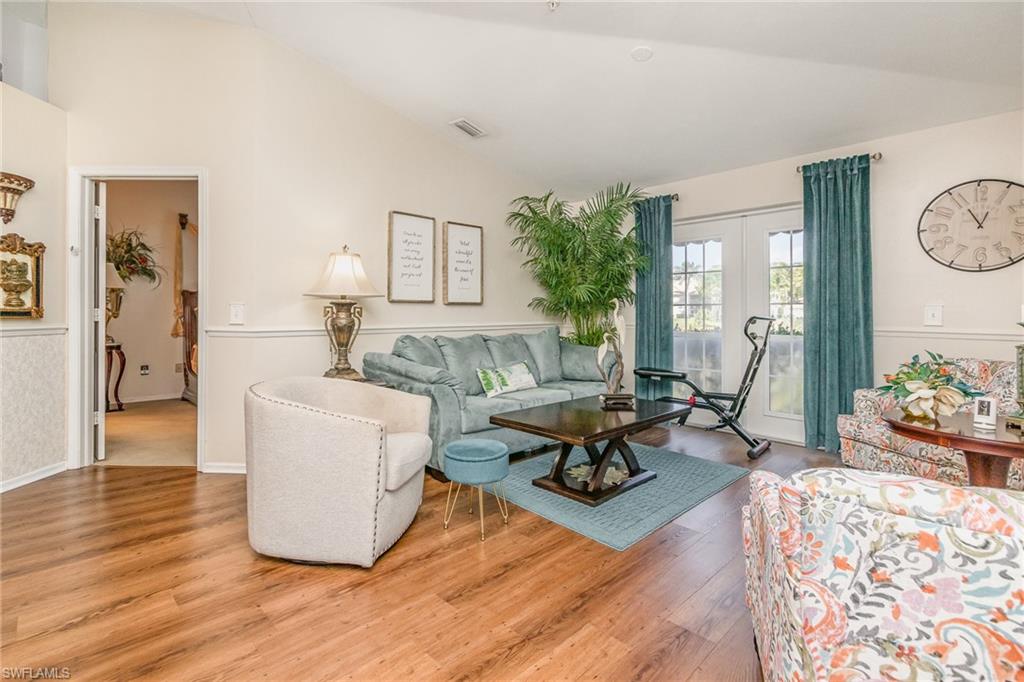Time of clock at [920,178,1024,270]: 12:55
